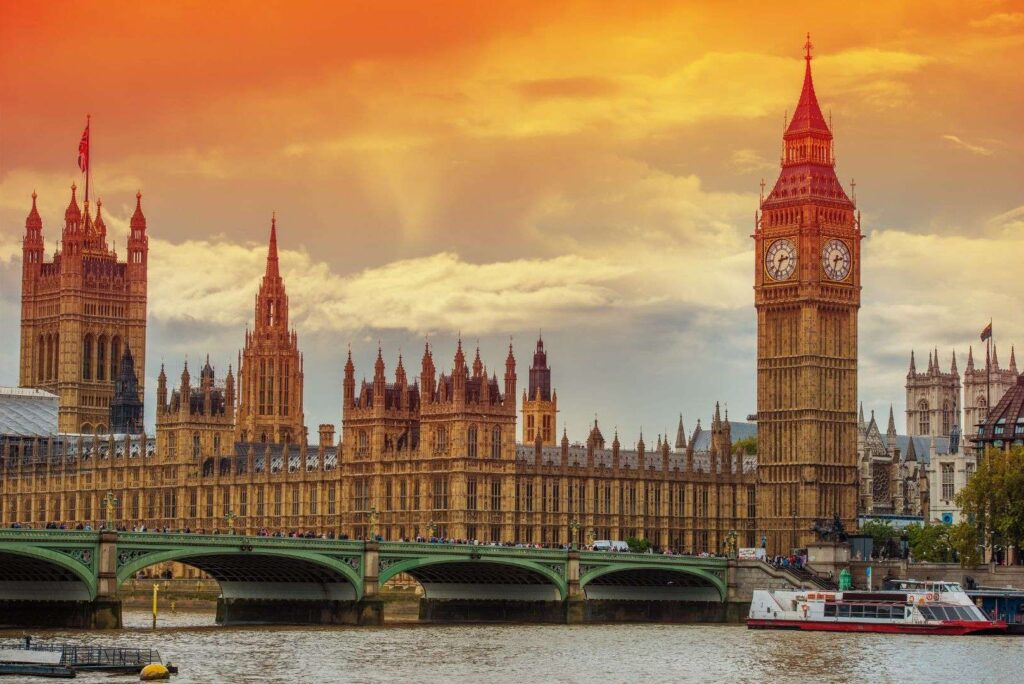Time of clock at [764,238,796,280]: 2:33
